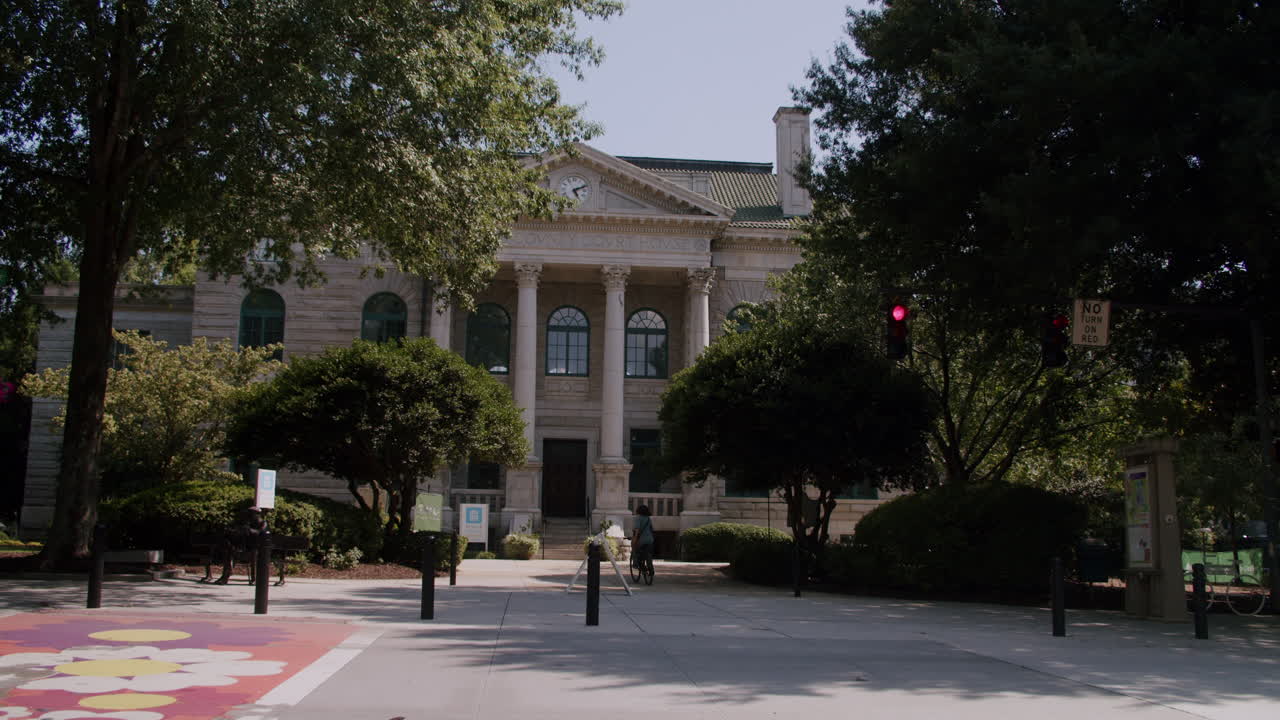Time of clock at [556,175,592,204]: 5:11
